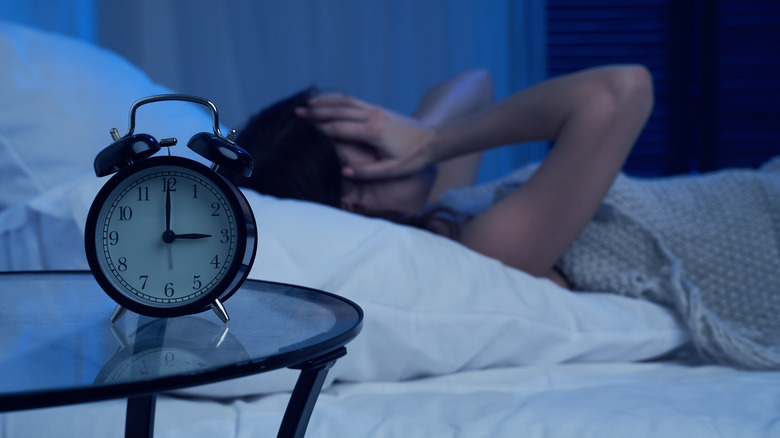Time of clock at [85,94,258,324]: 3:00
